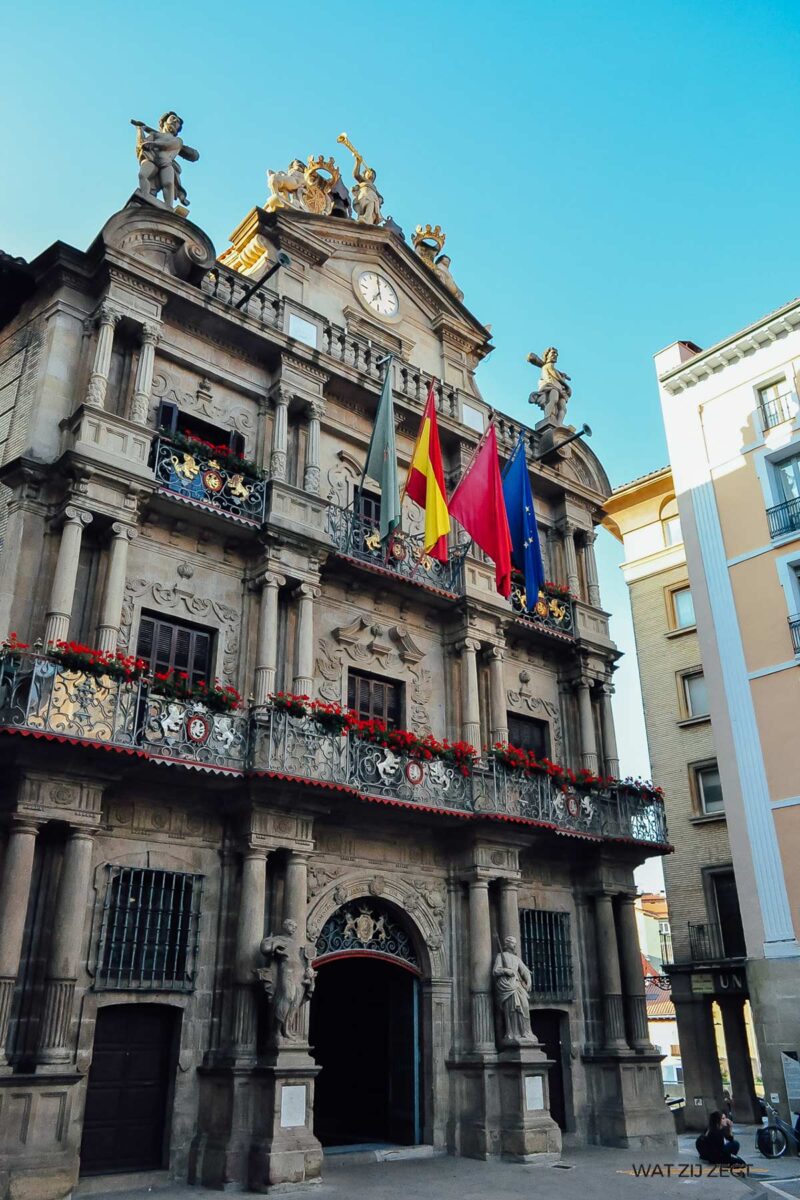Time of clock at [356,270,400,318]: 7:00
